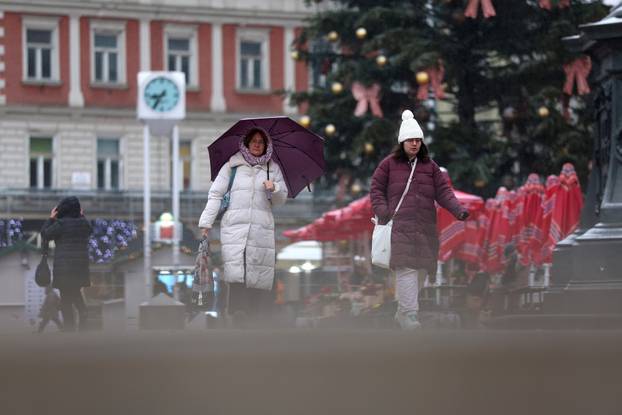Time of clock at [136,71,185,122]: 8:35
